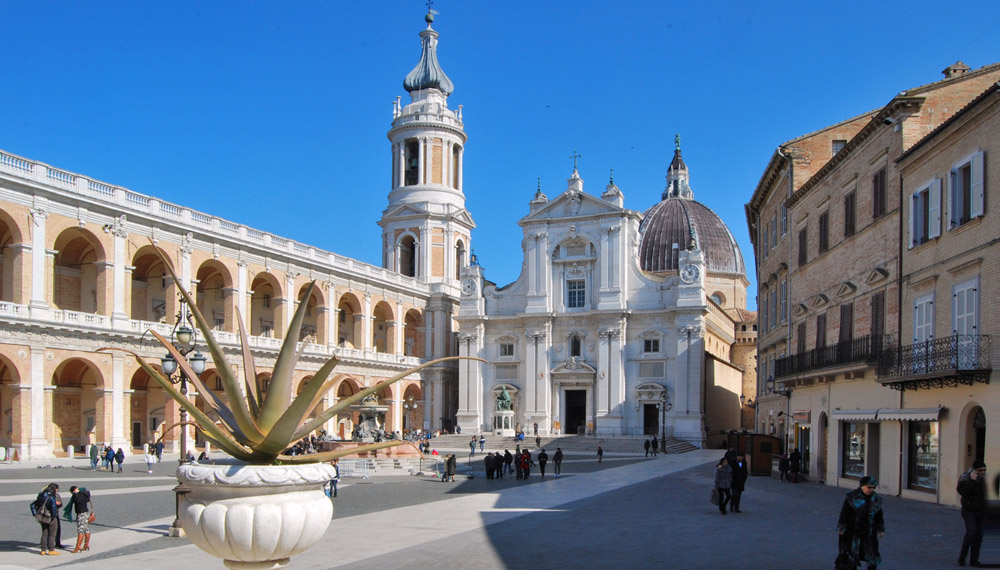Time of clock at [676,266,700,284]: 12:53
